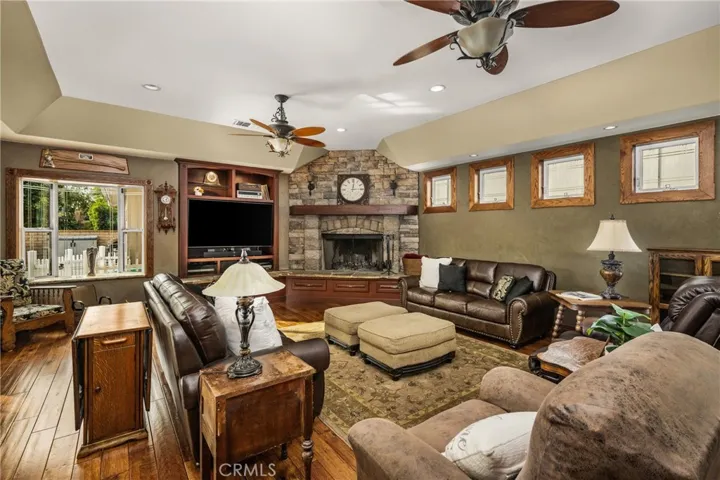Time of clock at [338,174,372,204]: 12:14
